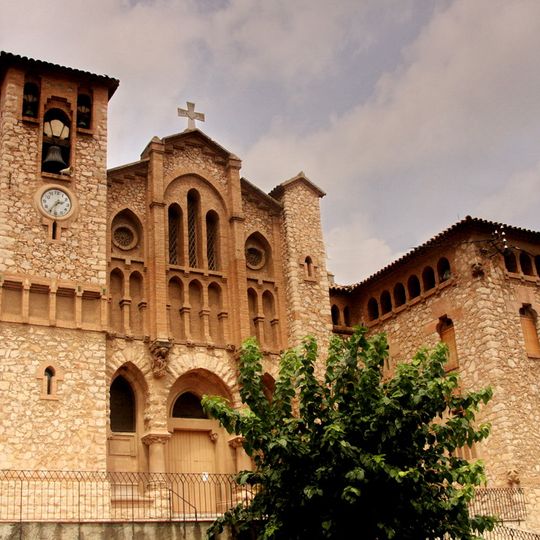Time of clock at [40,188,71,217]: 2:36
